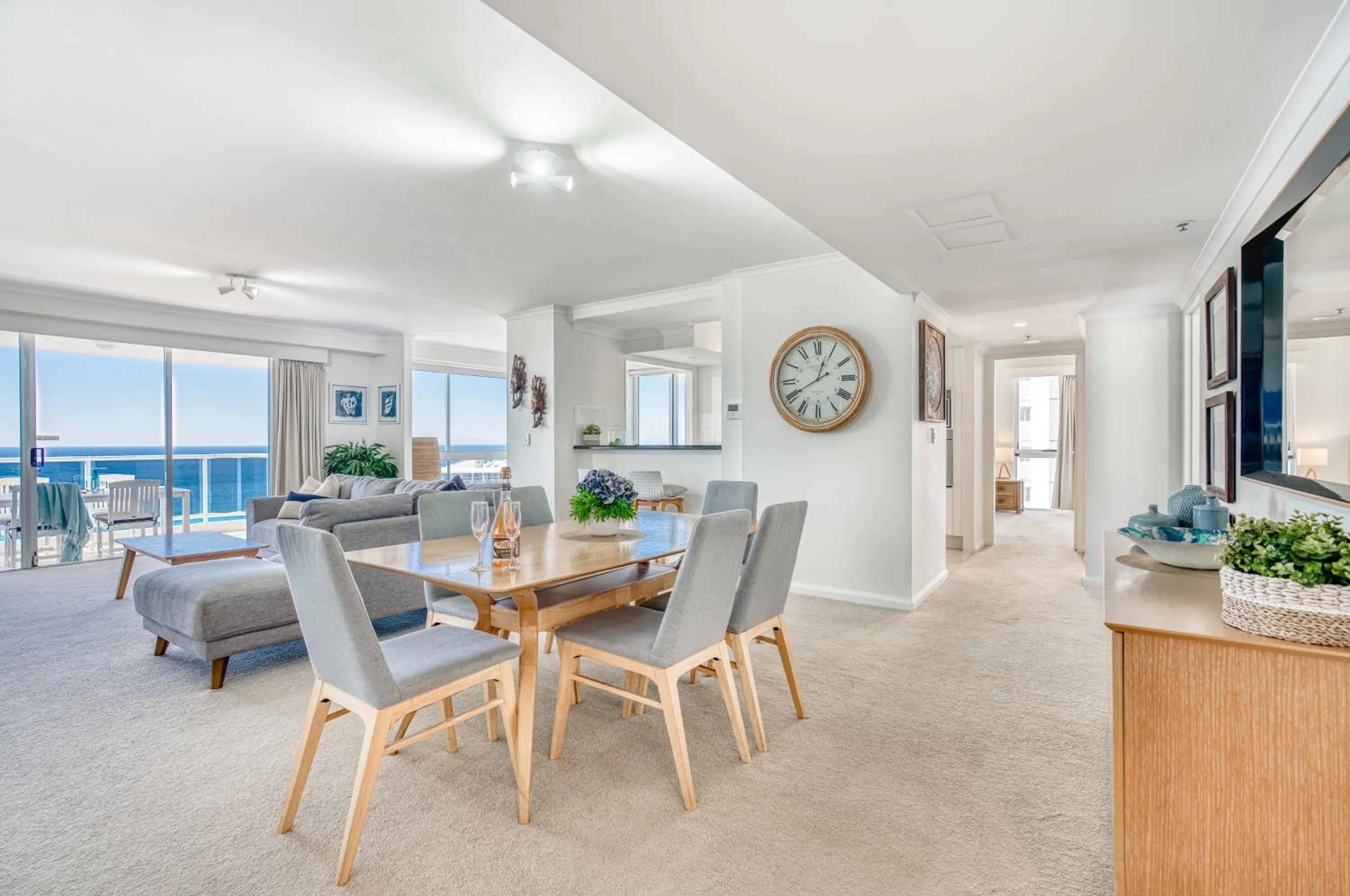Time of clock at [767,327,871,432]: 12:40
